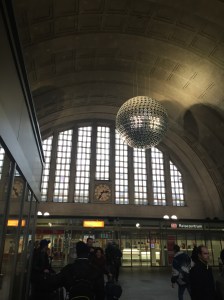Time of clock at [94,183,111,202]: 2:35
